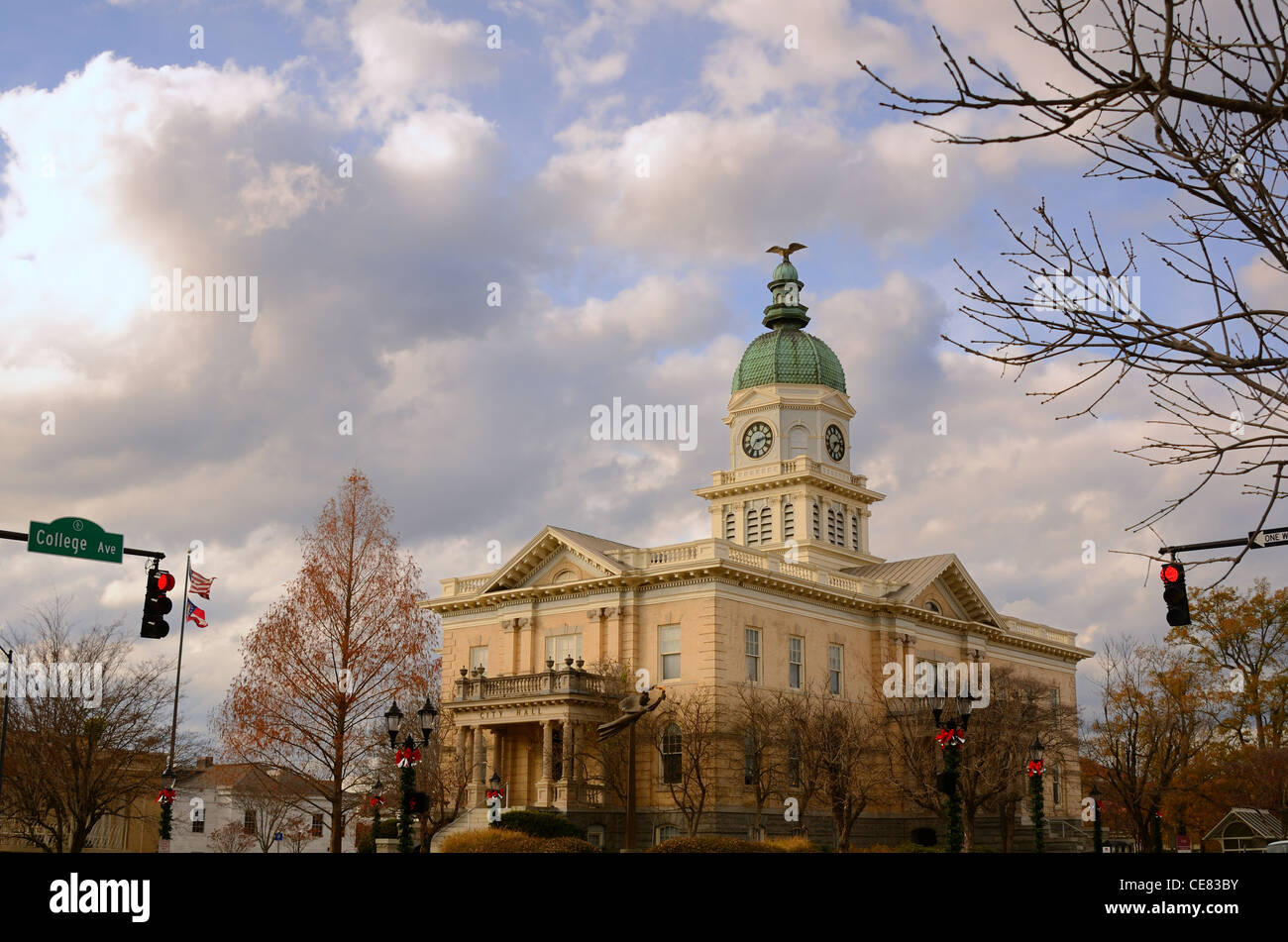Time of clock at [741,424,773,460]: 2:36
